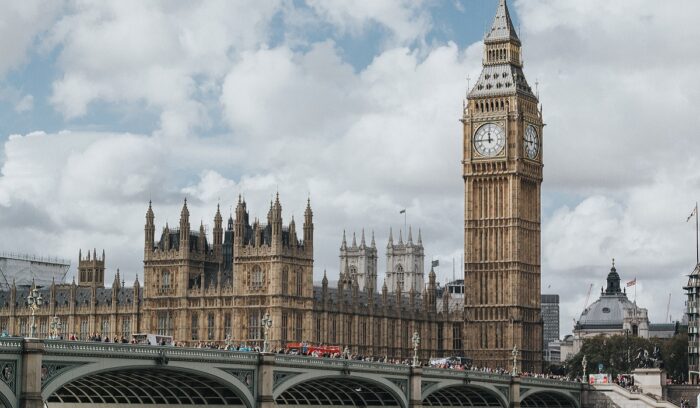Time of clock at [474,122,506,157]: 11:44
